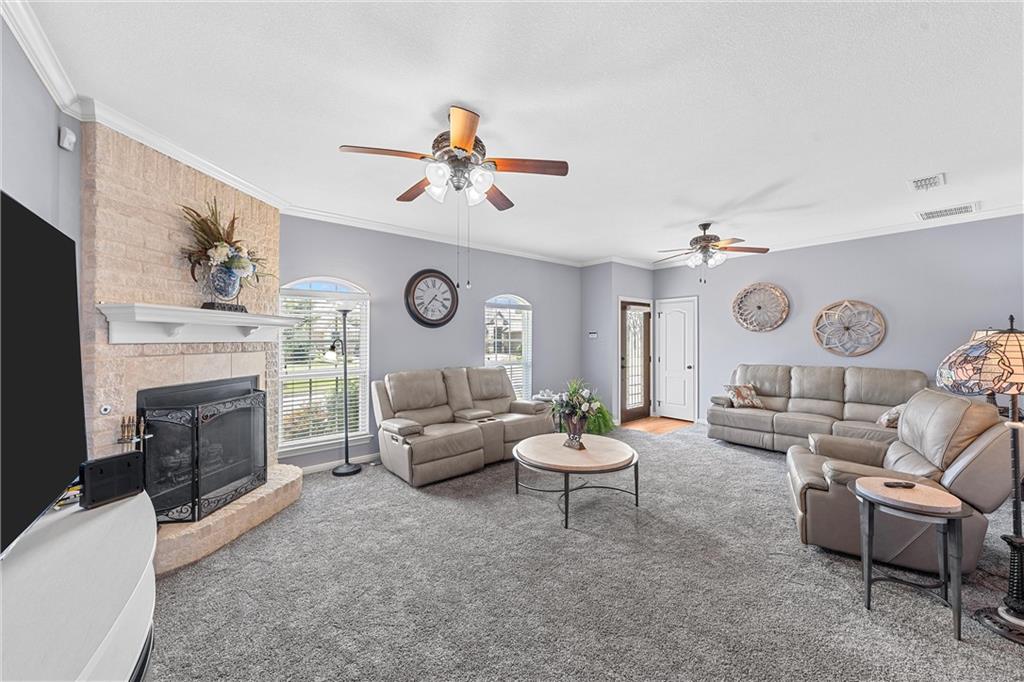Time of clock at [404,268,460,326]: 3:36
